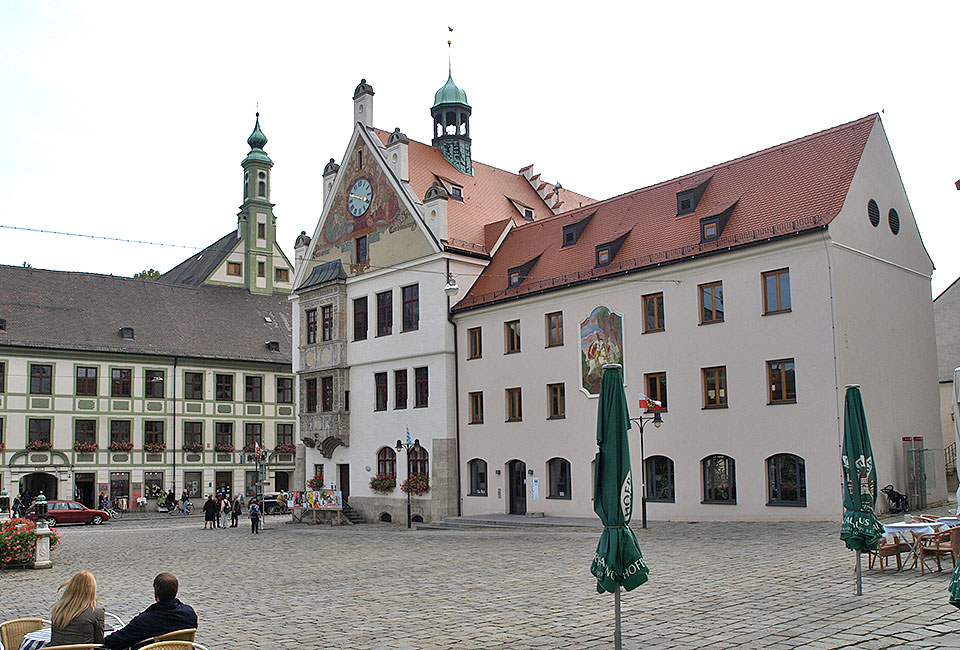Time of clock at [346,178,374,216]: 3:48
